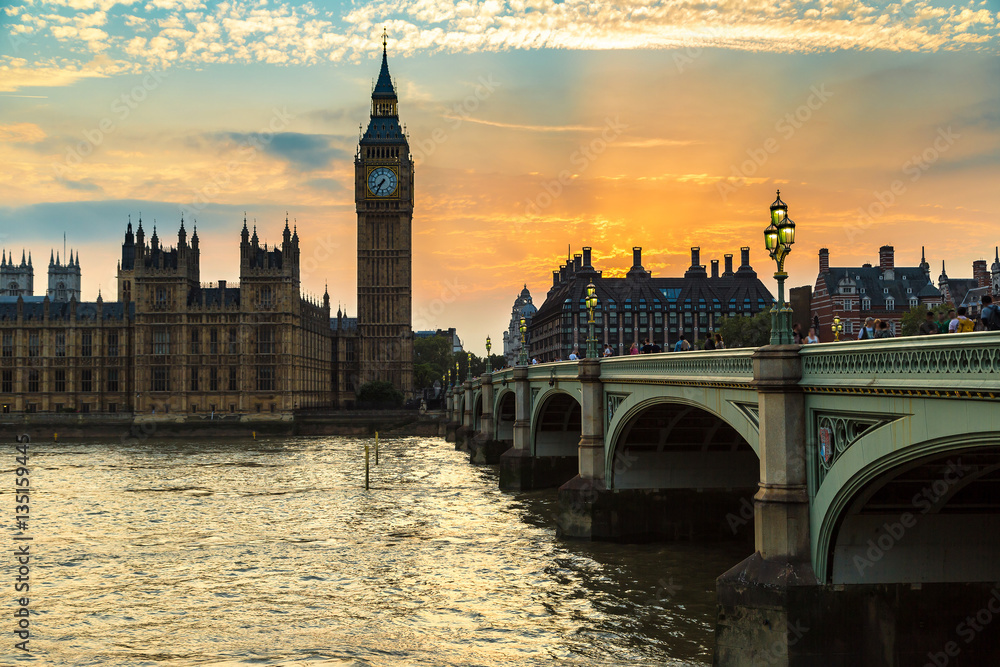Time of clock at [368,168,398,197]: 7:35
